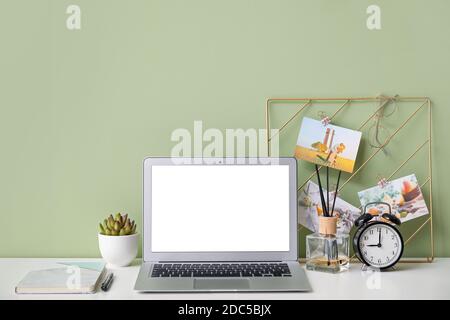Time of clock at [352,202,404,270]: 9:01
